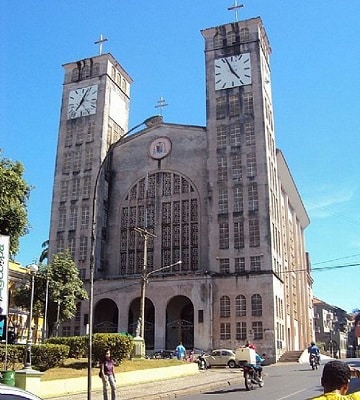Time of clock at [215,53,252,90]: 4:56
